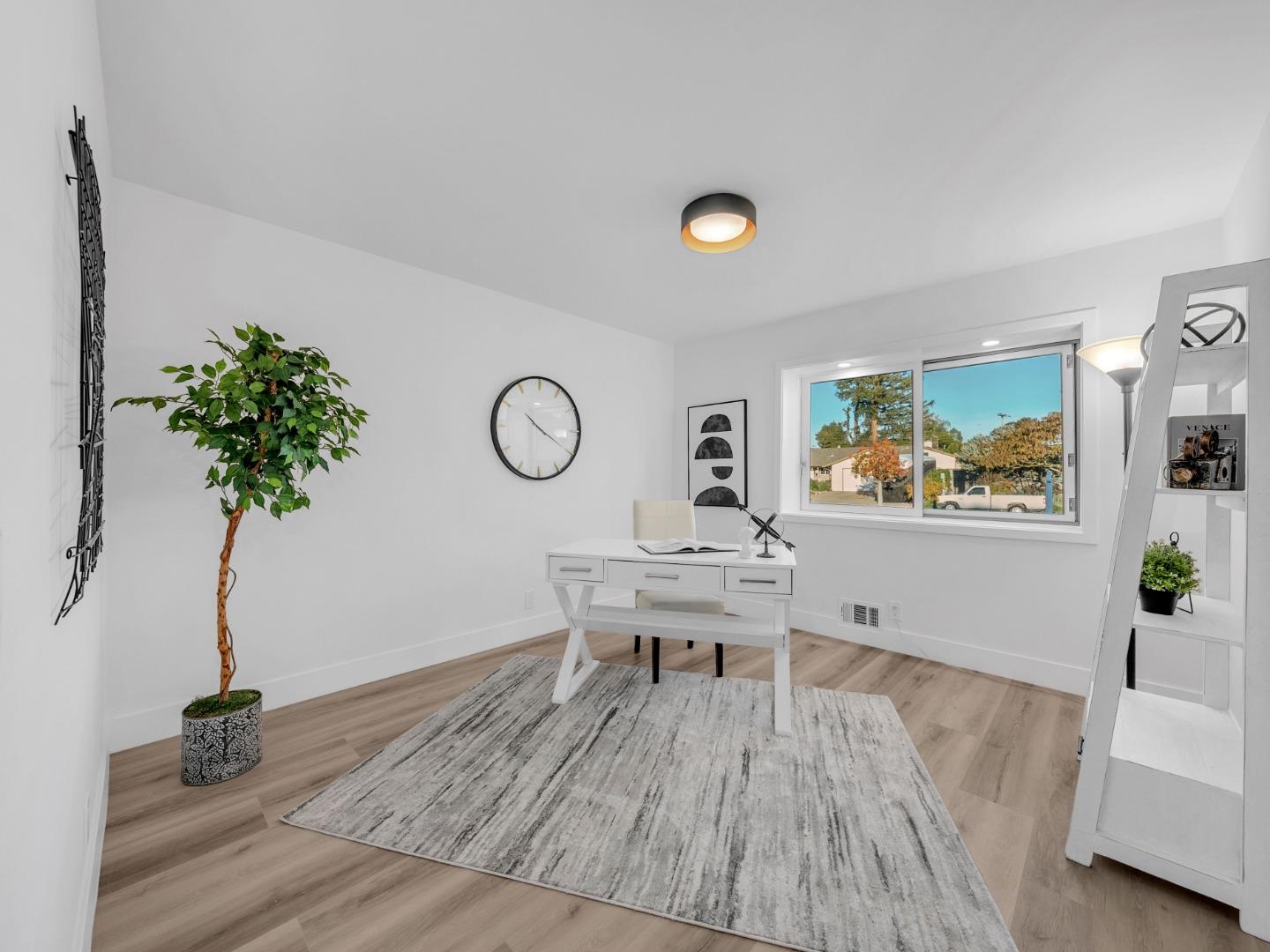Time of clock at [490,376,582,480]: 10:20
